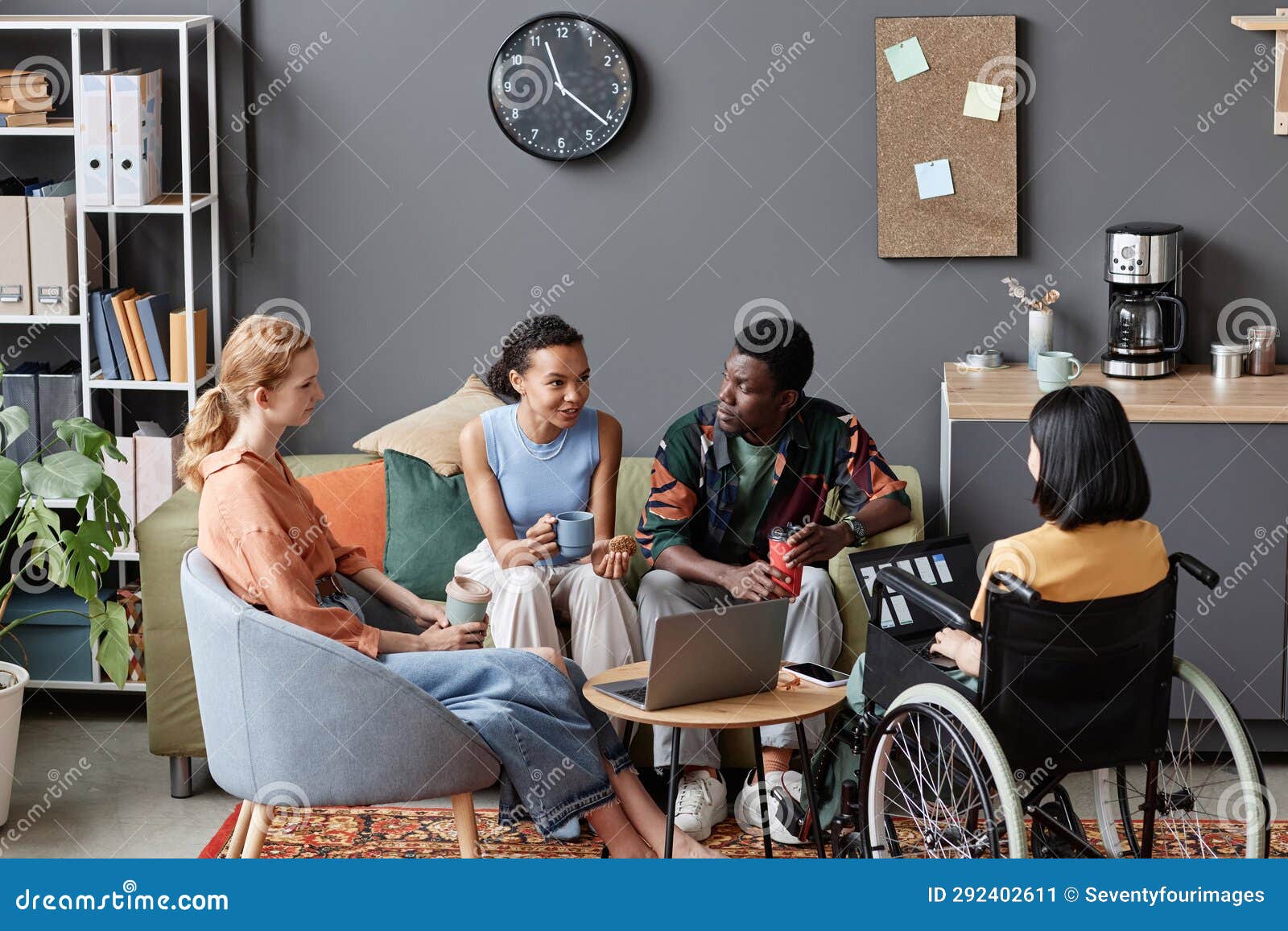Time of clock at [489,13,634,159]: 11:21
